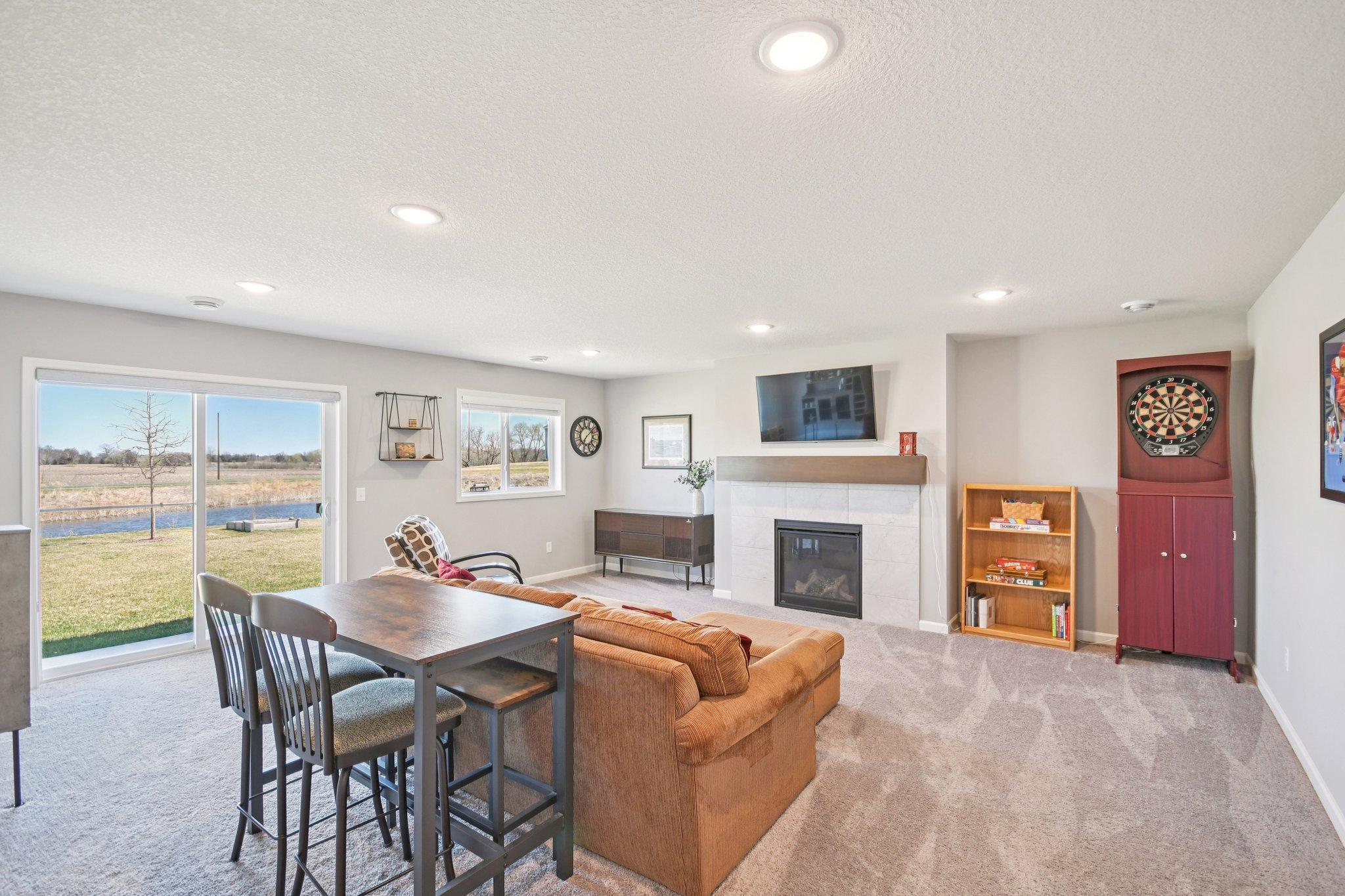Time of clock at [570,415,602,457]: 7:08
